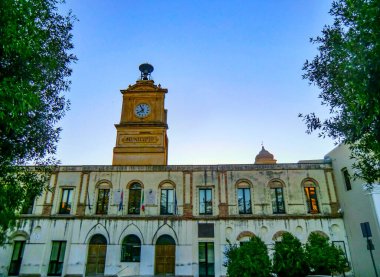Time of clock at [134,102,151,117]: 7:55
